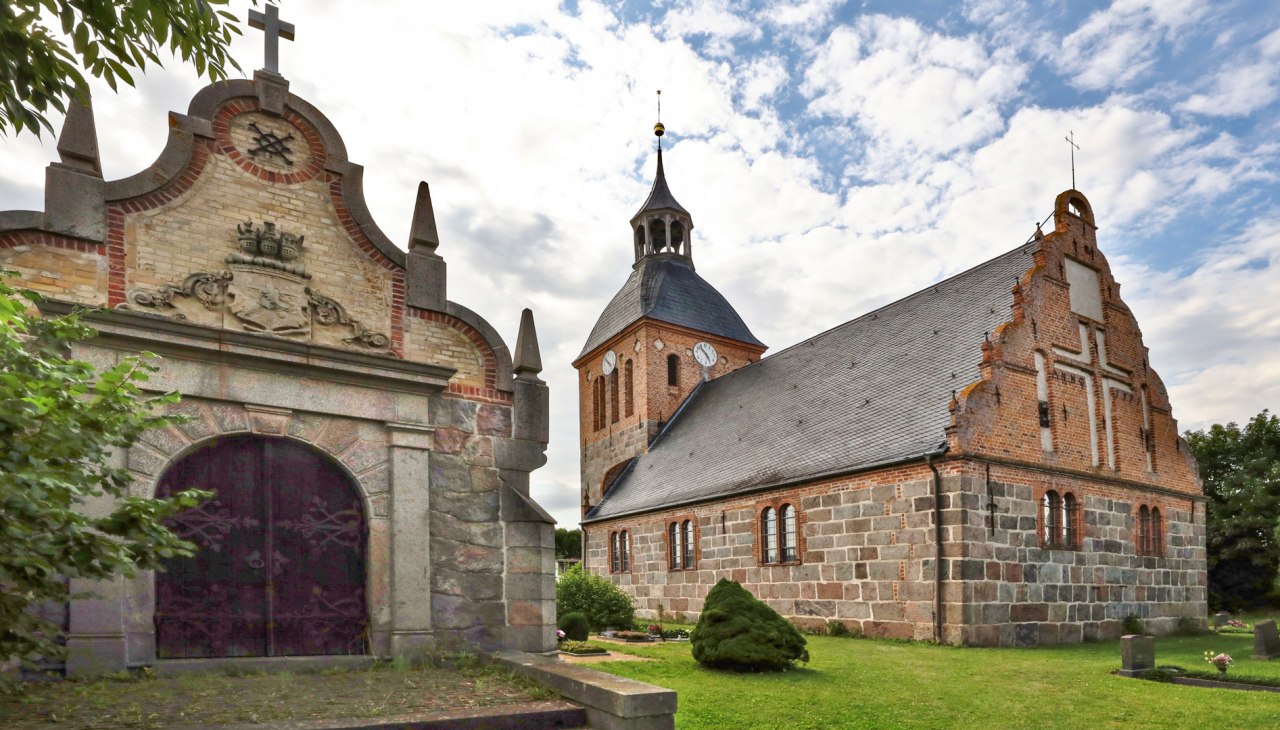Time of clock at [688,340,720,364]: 4:52
